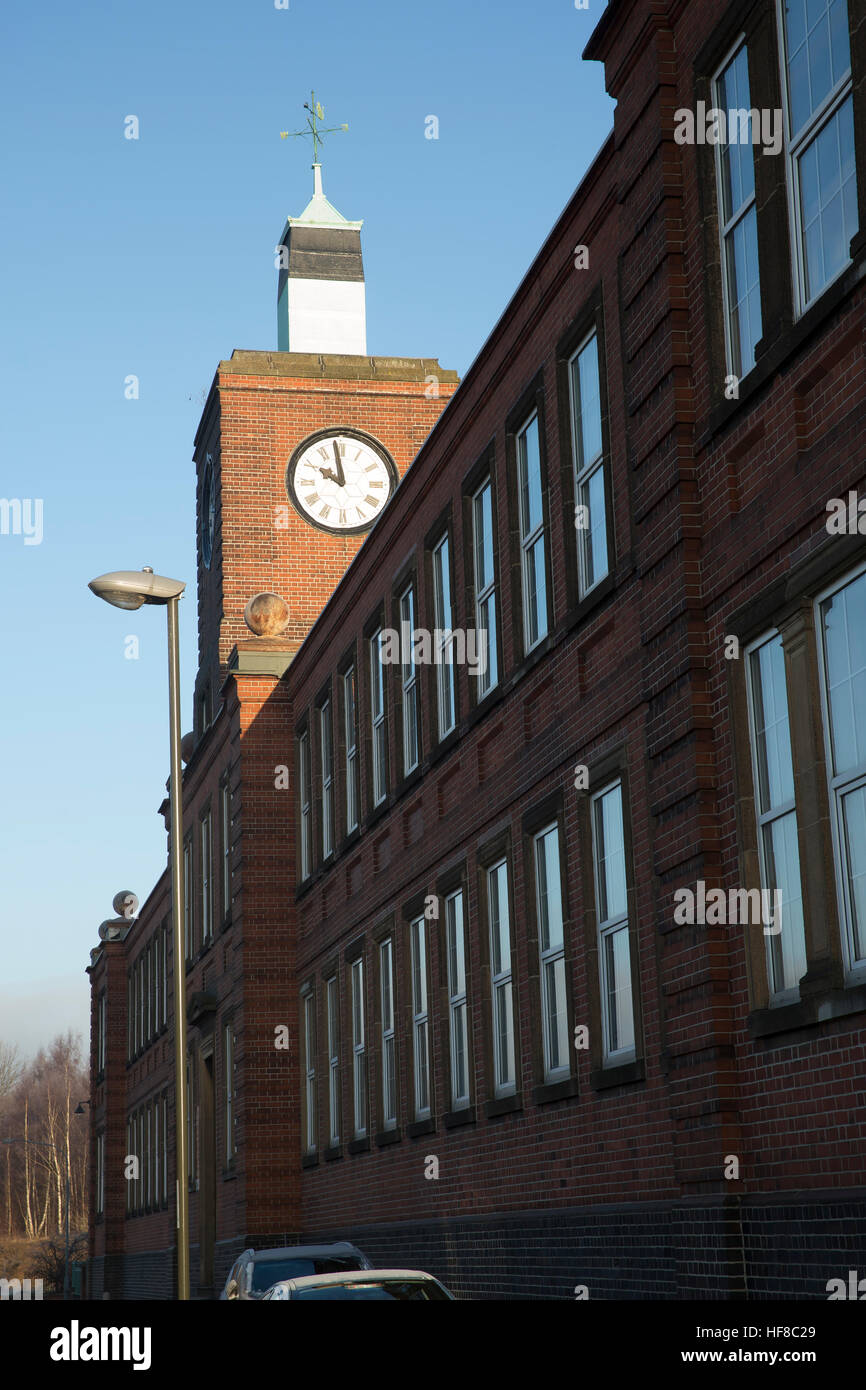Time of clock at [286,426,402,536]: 9:58
